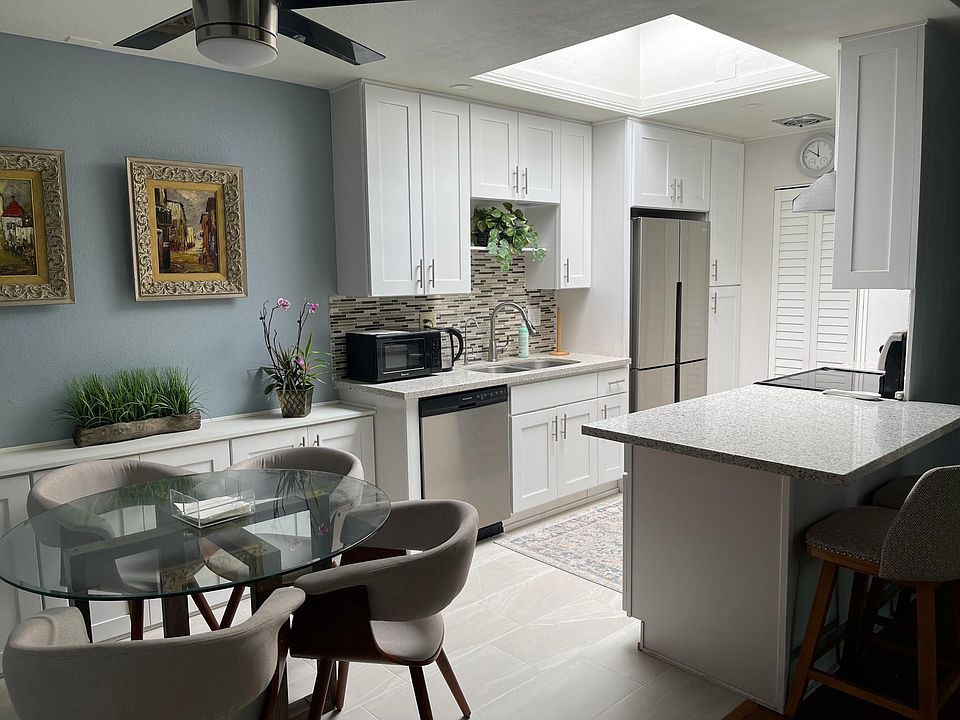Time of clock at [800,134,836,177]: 11:50
